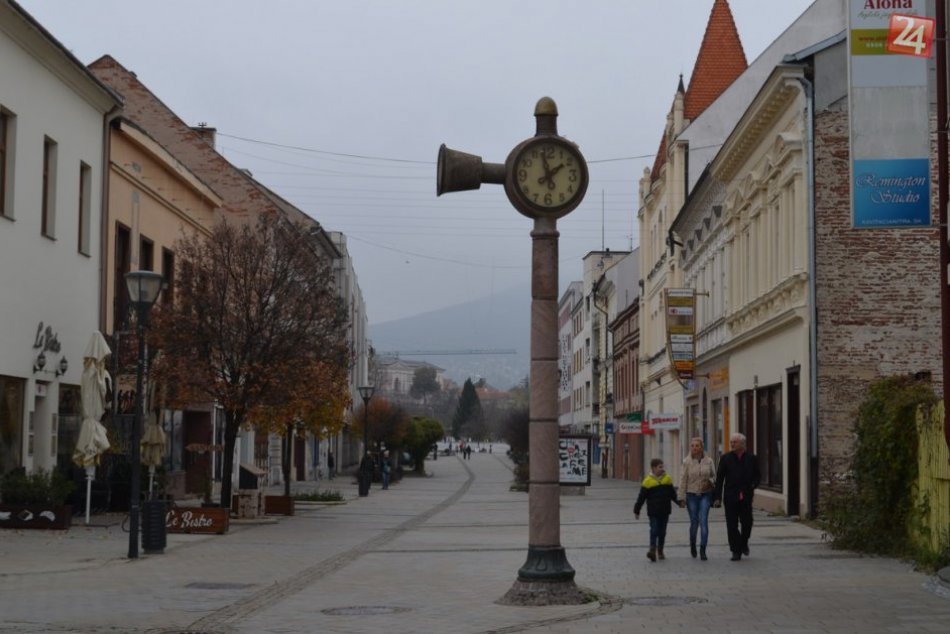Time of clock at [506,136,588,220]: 1:57
